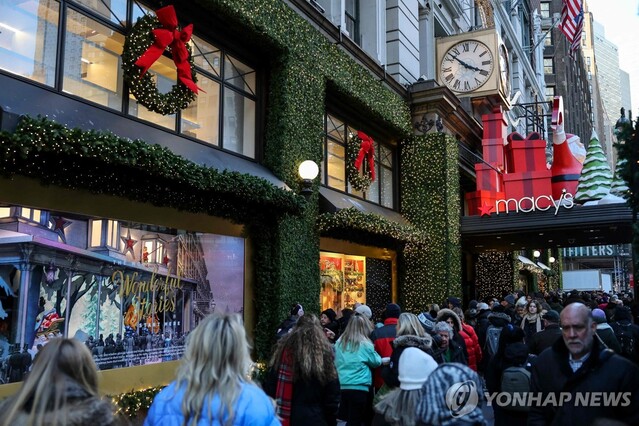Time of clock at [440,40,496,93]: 3:52
